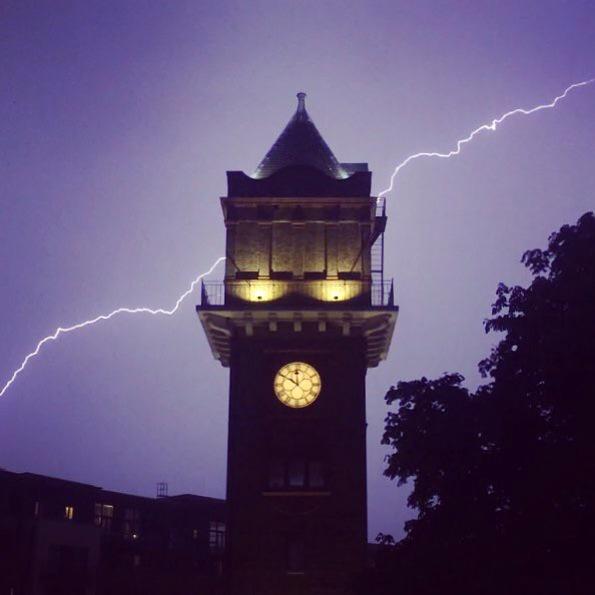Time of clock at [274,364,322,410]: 11:49
